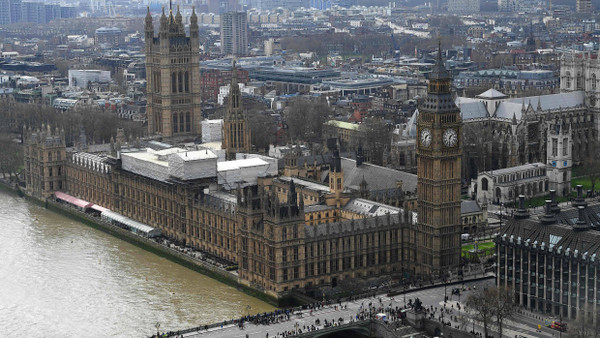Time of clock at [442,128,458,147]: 1:32
